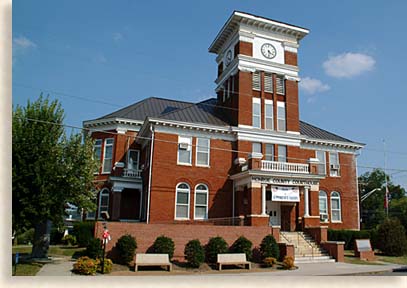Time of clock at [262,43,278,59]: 4:29
